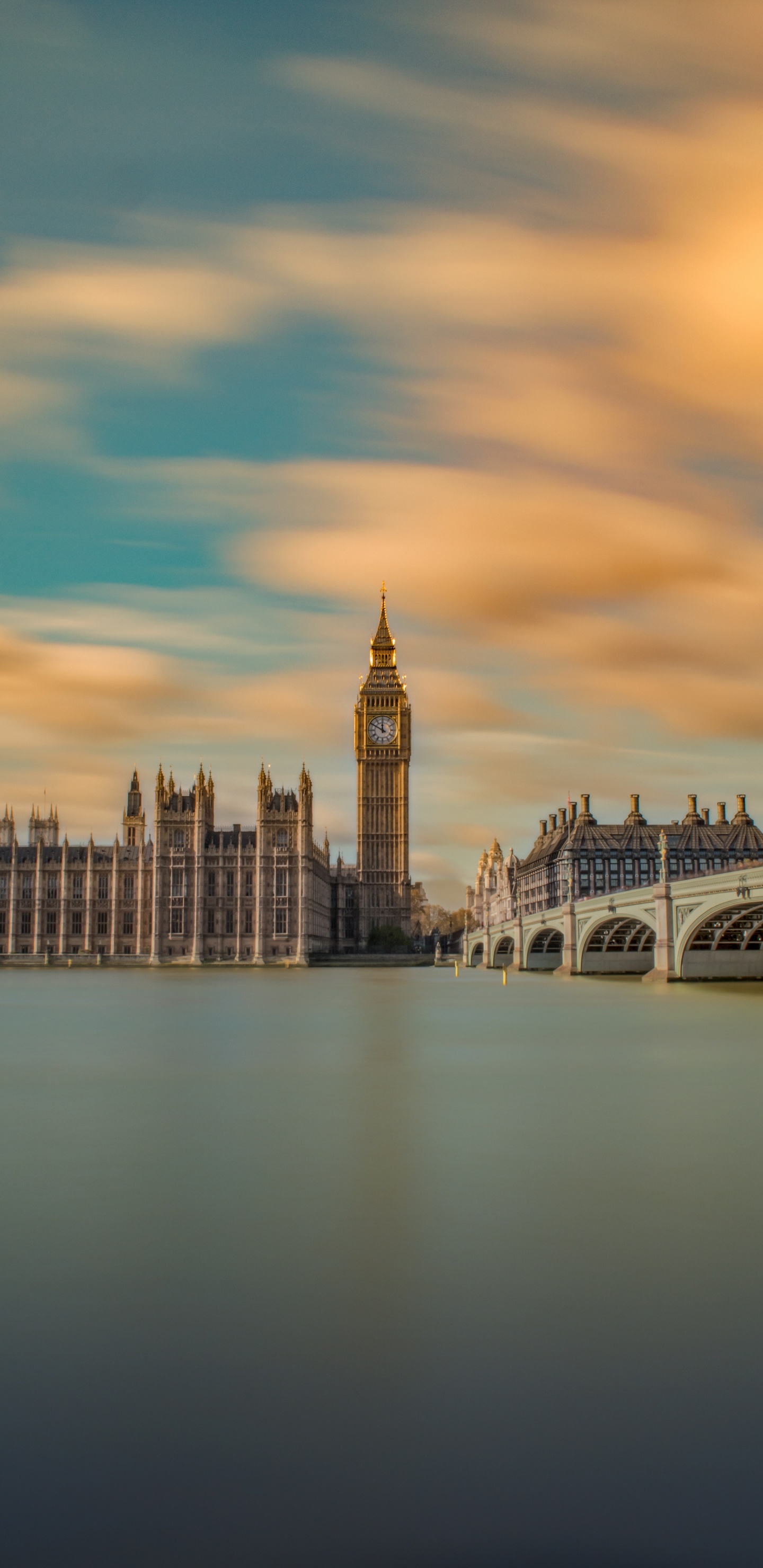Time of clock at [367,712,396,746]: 11:49
